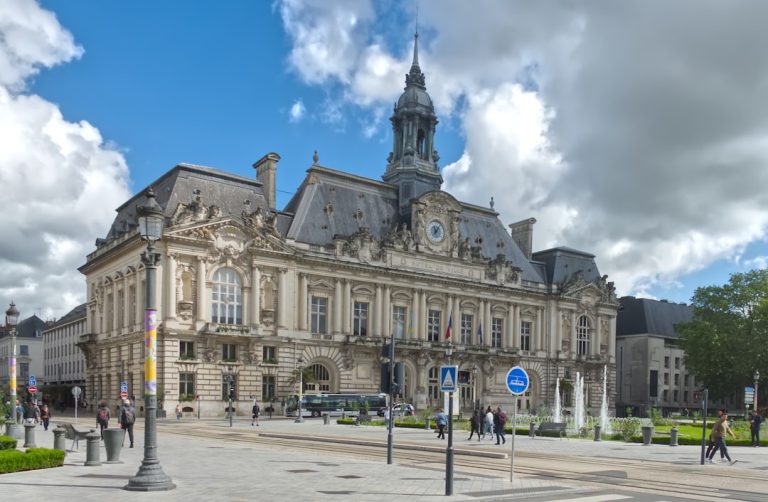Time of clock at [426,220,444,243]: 11:05
